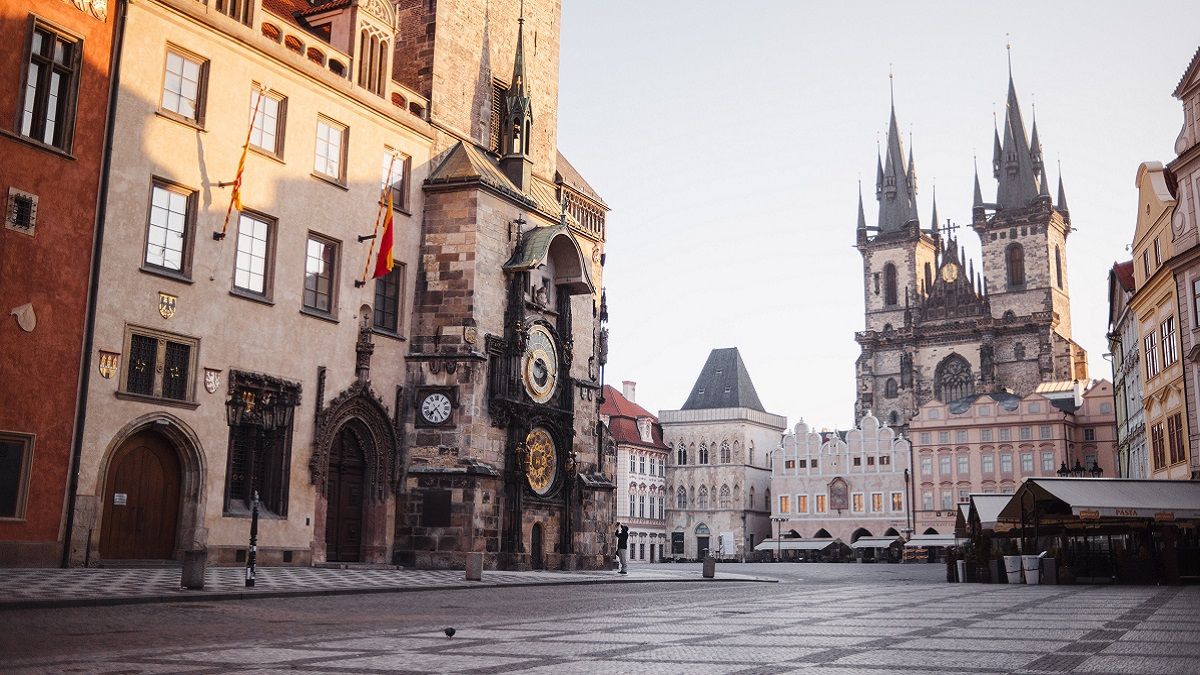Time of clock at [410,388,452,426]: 7:24
